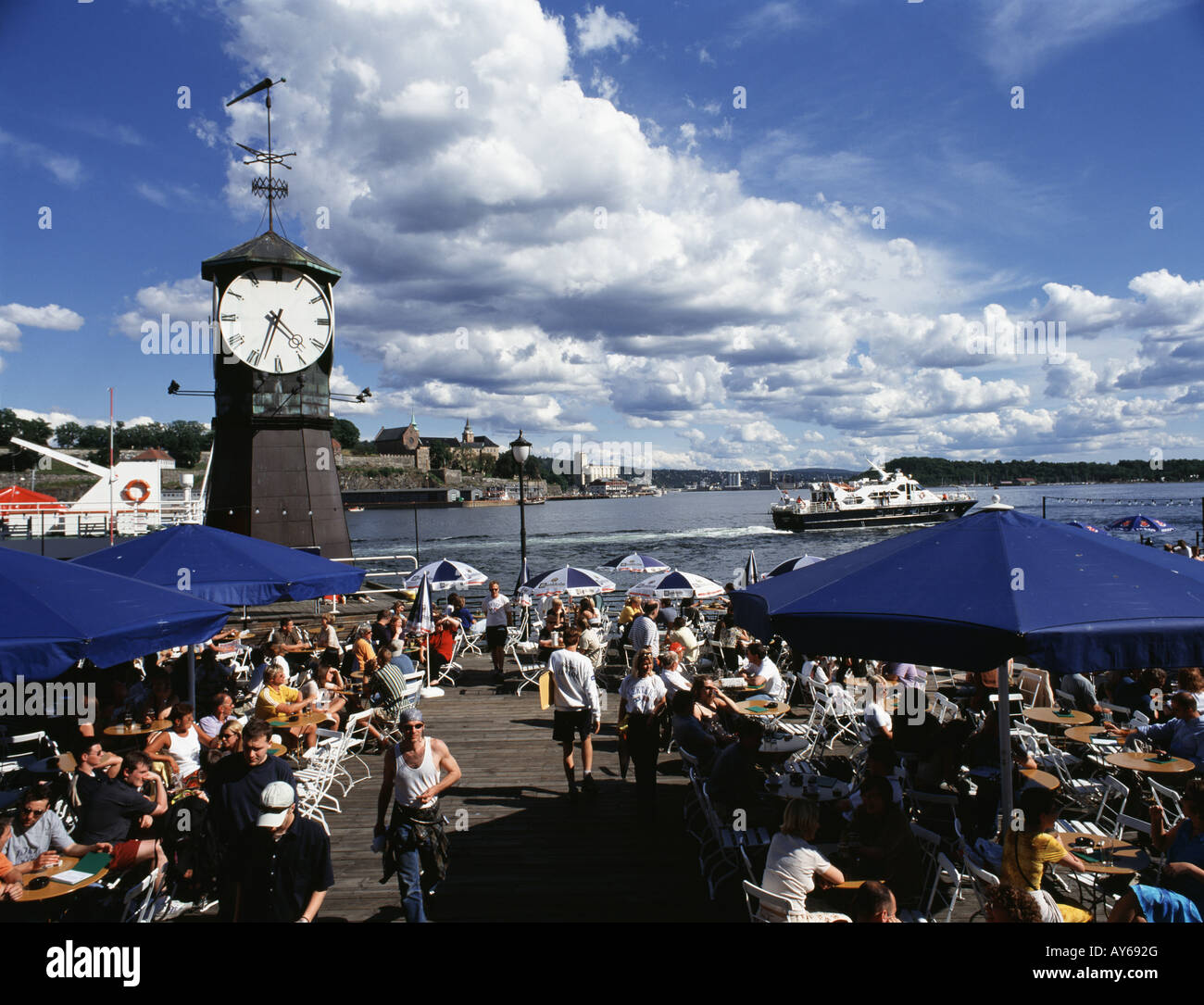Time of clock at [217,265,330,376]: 4:33
